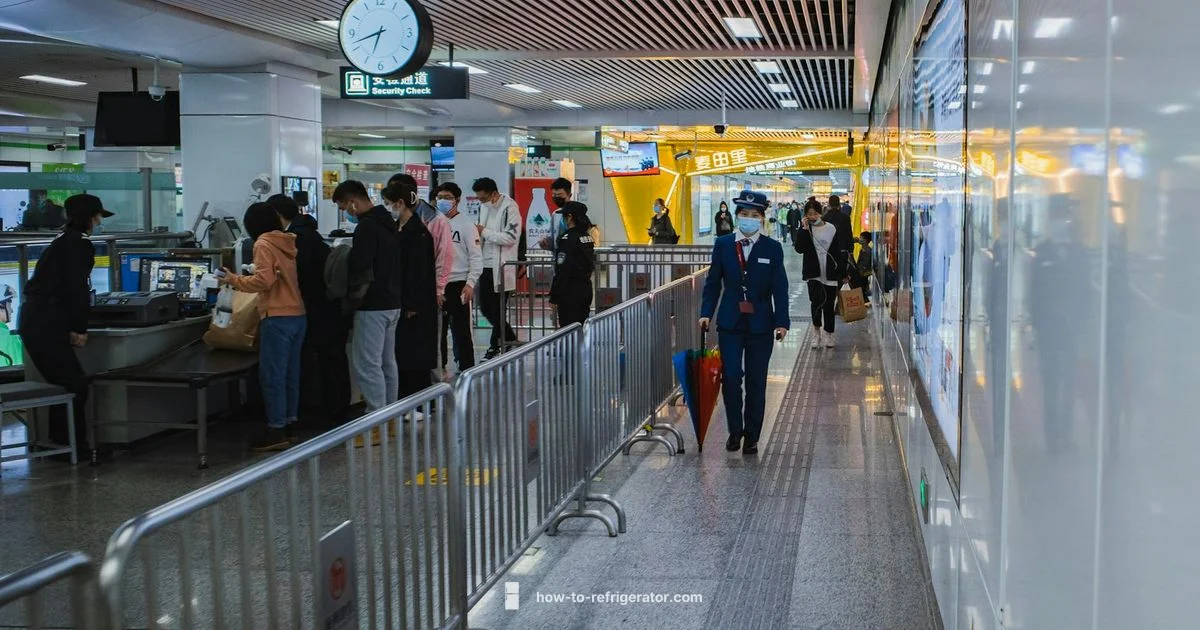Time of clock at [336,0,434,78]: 6:42
